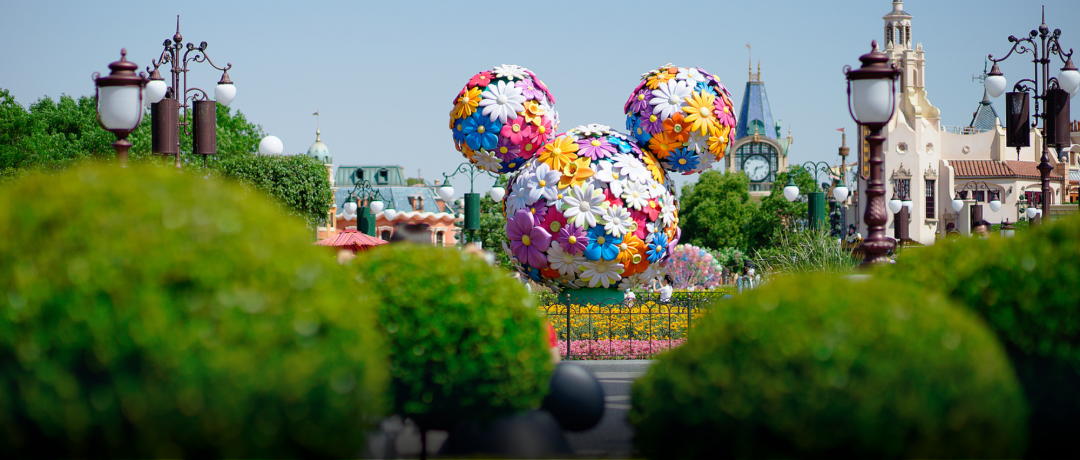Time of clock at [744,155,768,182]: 2:33
